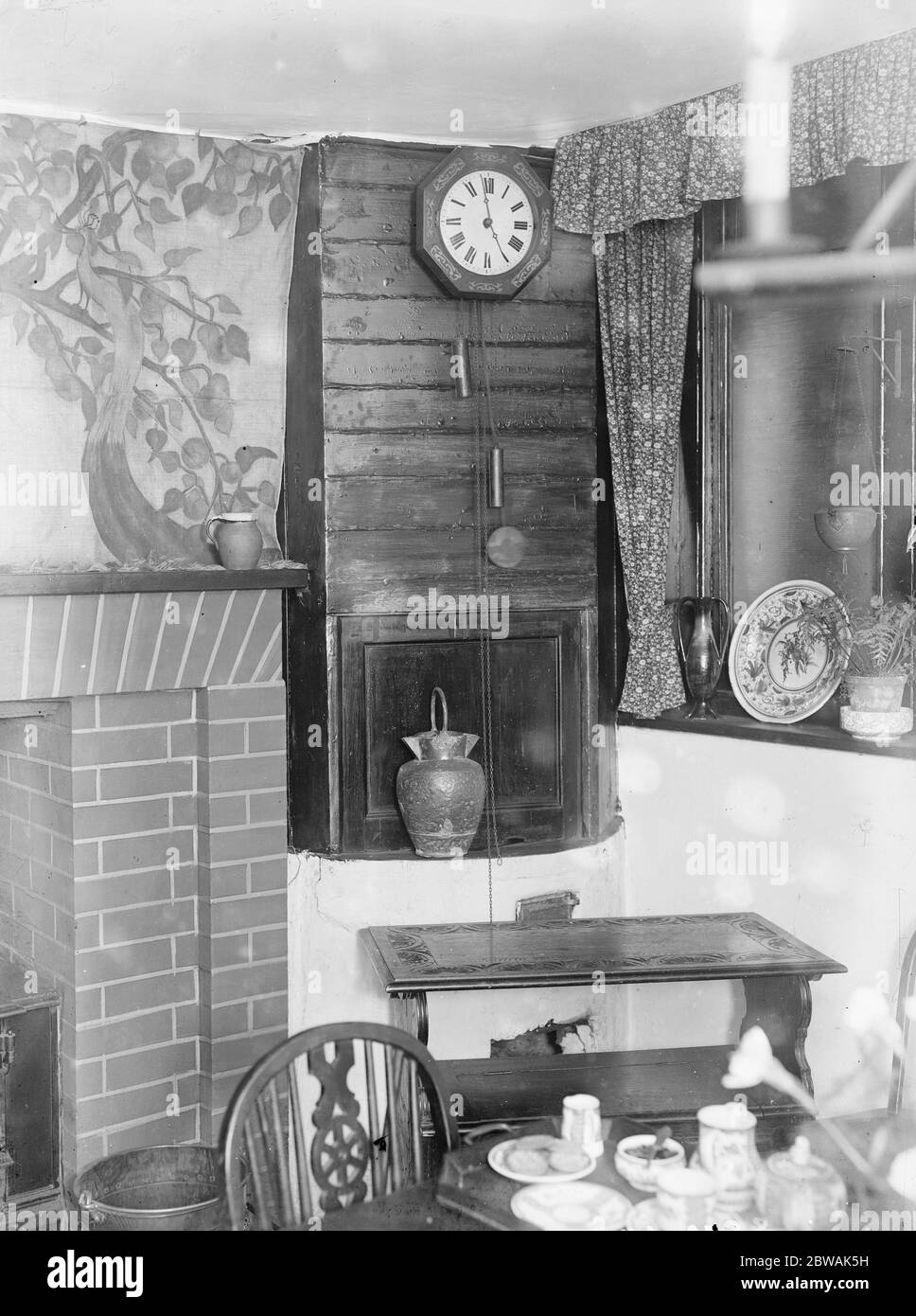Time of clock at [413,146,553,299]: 4:58
